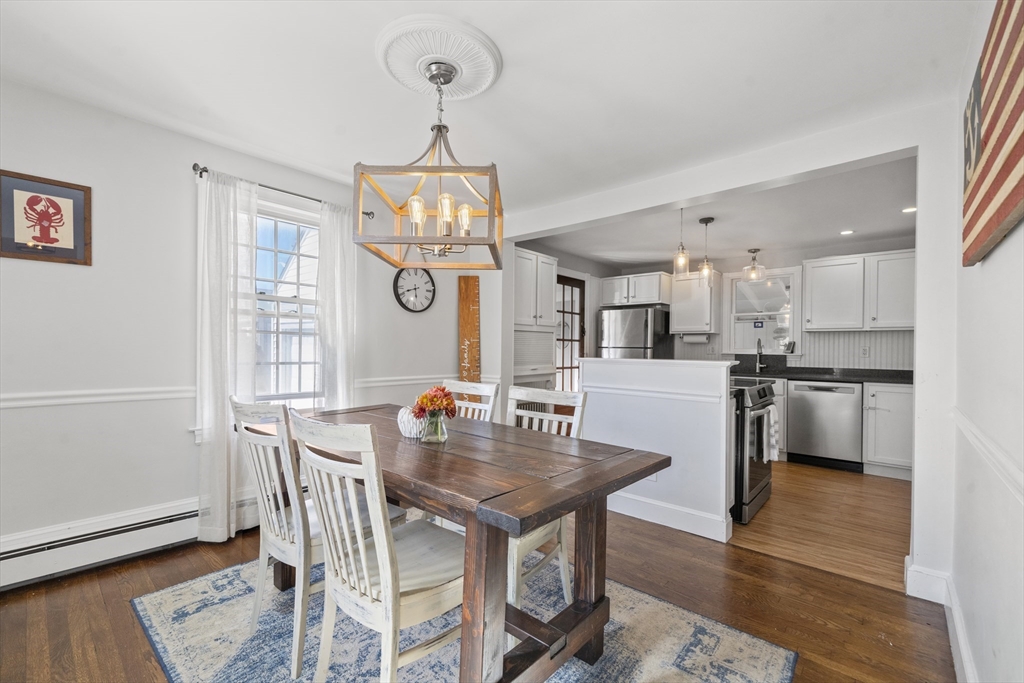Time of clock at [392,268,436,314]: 5:41
